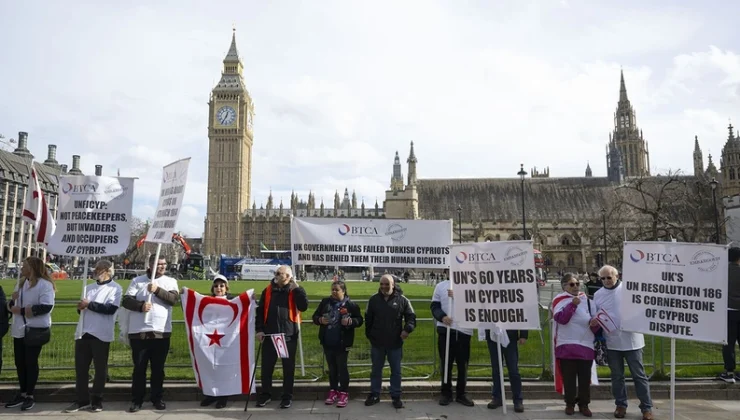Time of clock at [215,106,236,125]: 12:34
